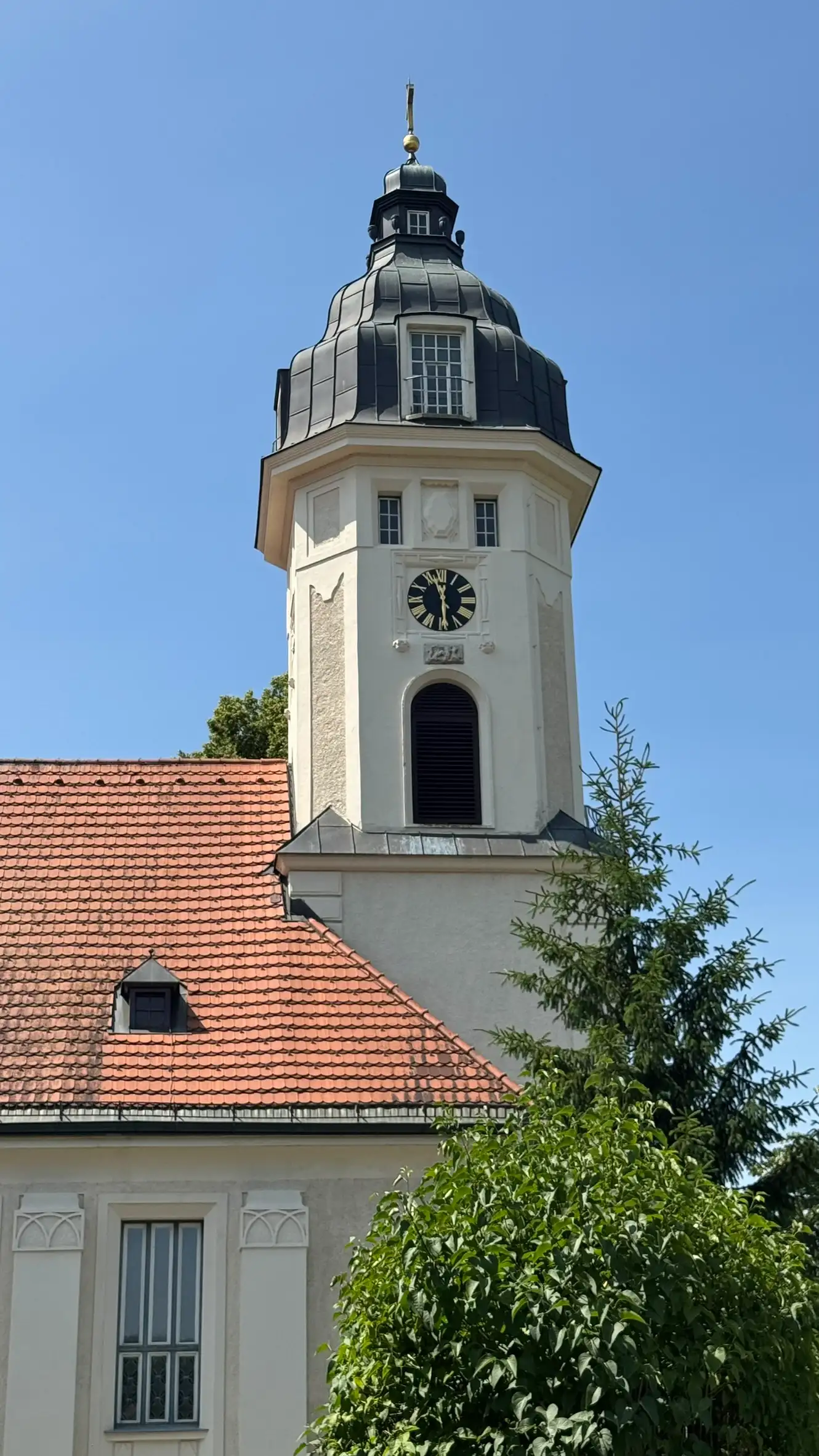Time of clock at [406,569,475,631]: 11:29
